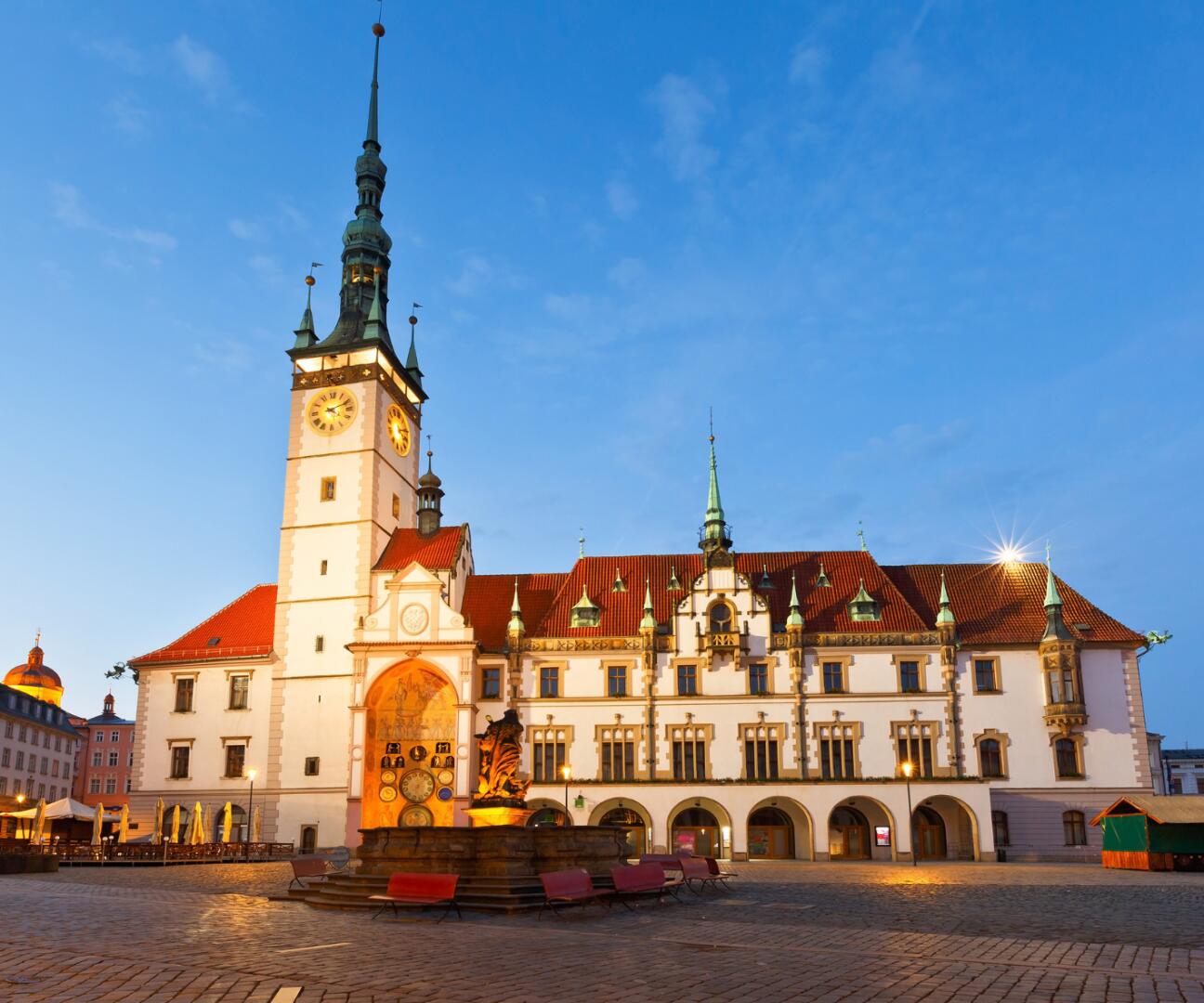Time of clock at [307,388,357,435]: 4:11
